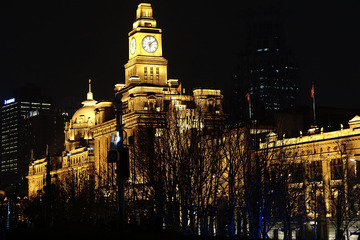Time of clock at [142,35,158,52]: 6:08
